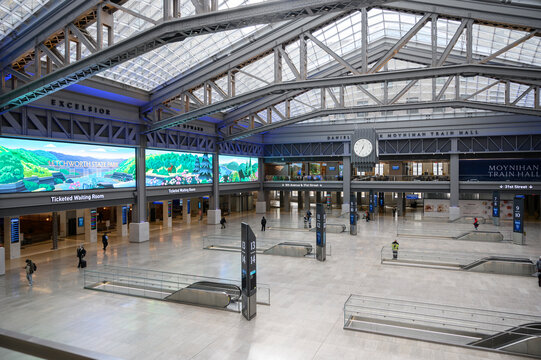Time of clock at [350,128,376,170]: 12:34
